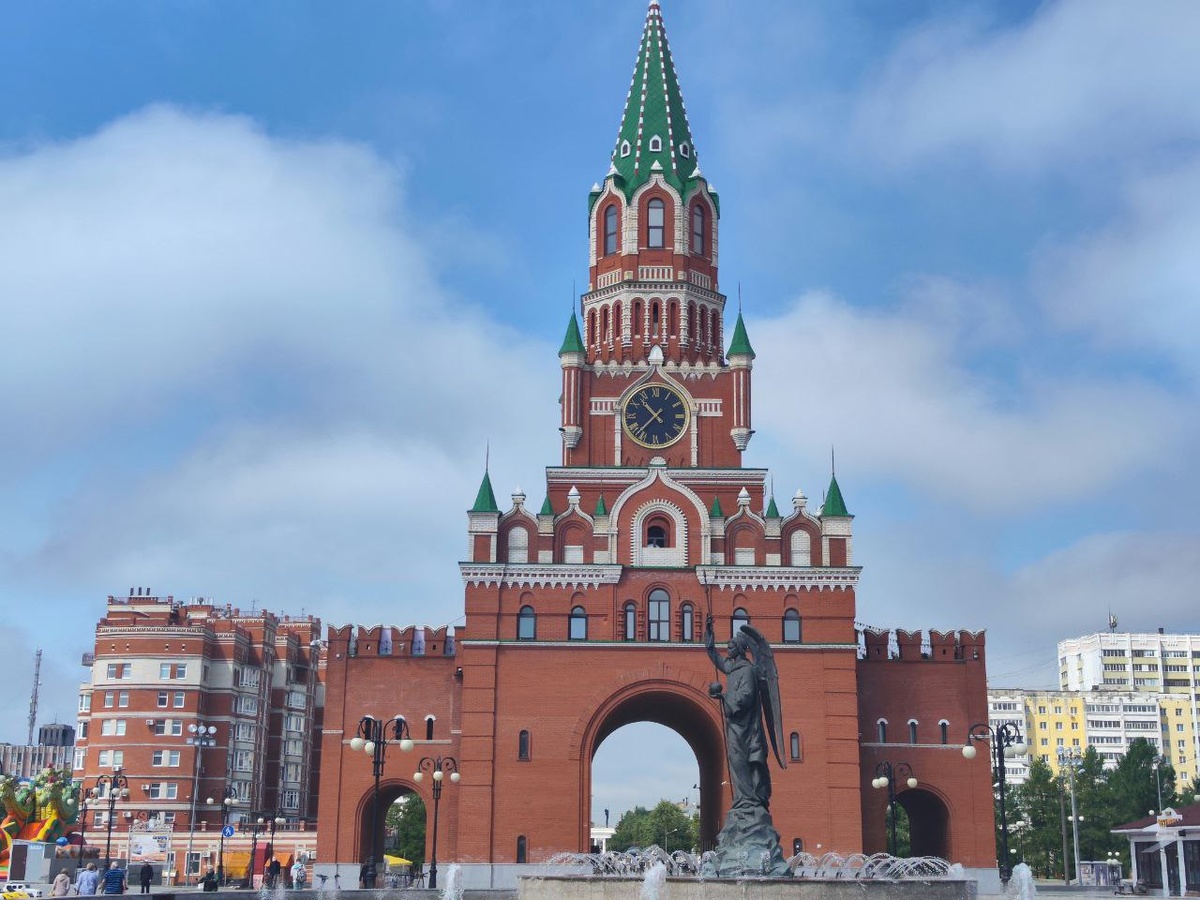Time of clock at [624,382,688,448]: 10:37
